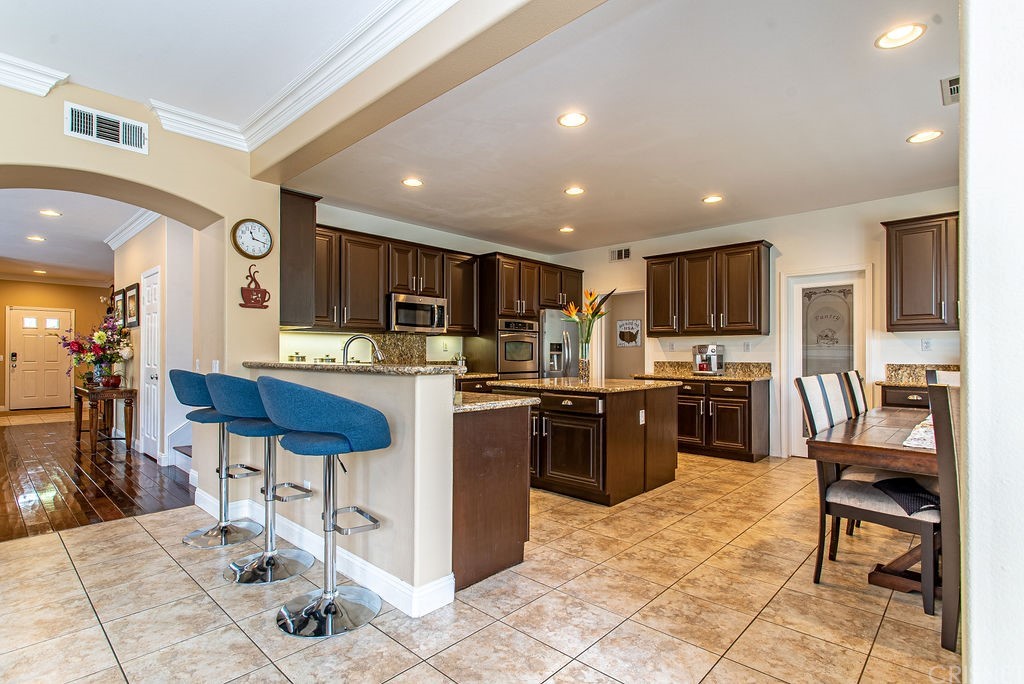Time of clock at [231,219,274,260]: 11:17
